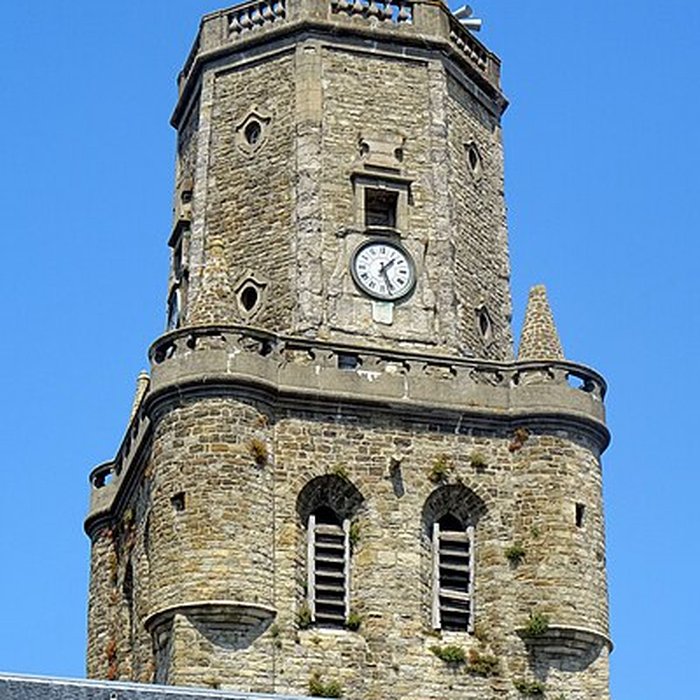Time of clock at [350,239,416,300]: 1:26
